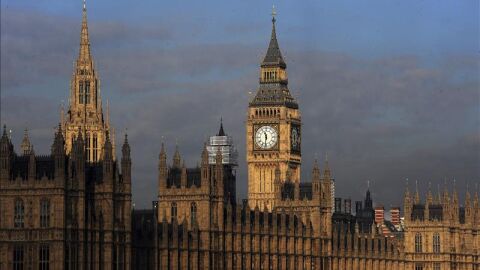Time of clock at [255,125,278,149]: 11:31
